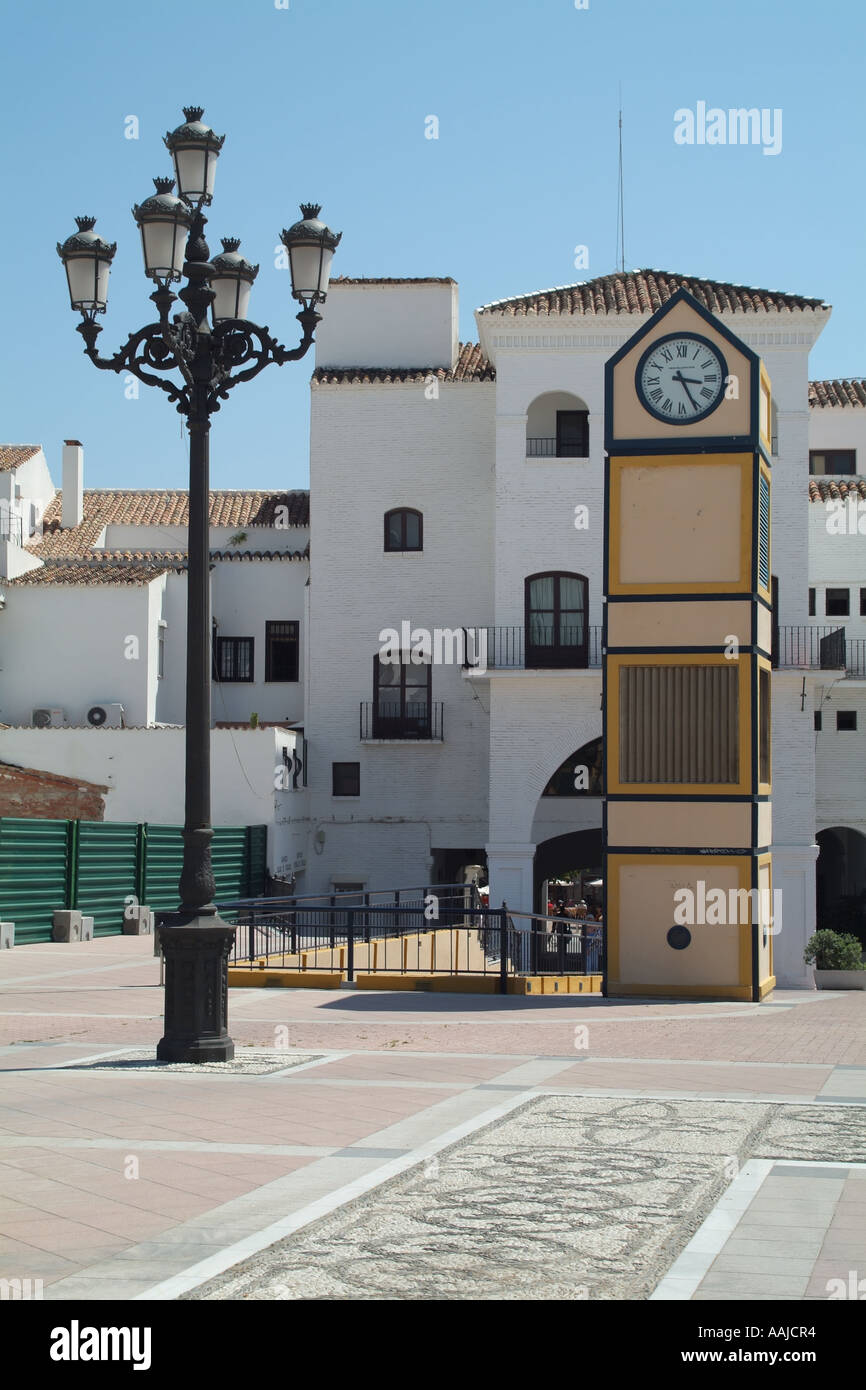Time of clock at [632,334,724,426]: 3:25
